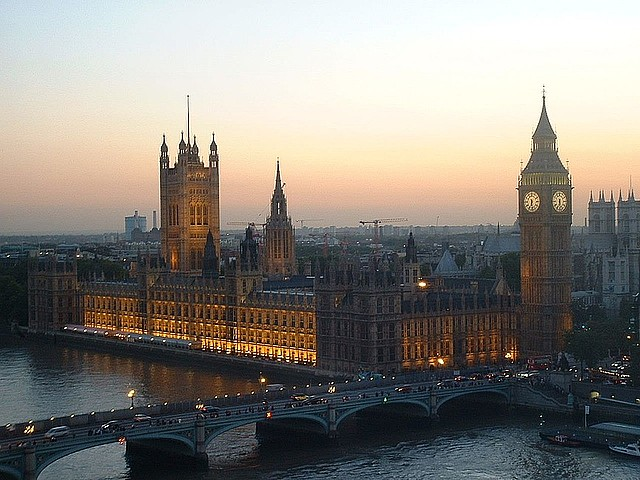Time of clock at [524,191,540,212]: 6:28
